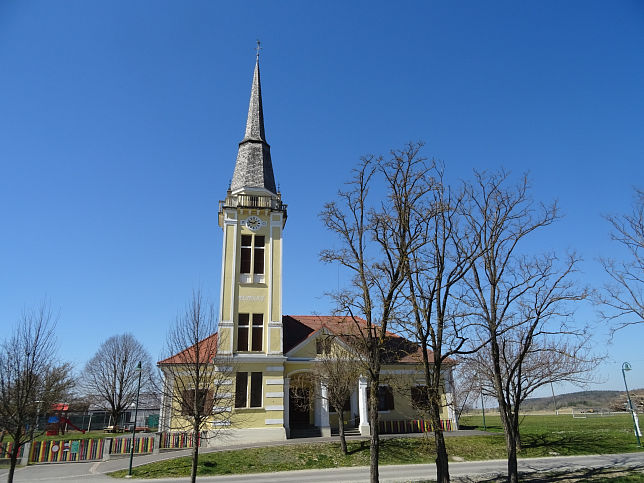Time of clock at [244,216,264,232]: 1:46
